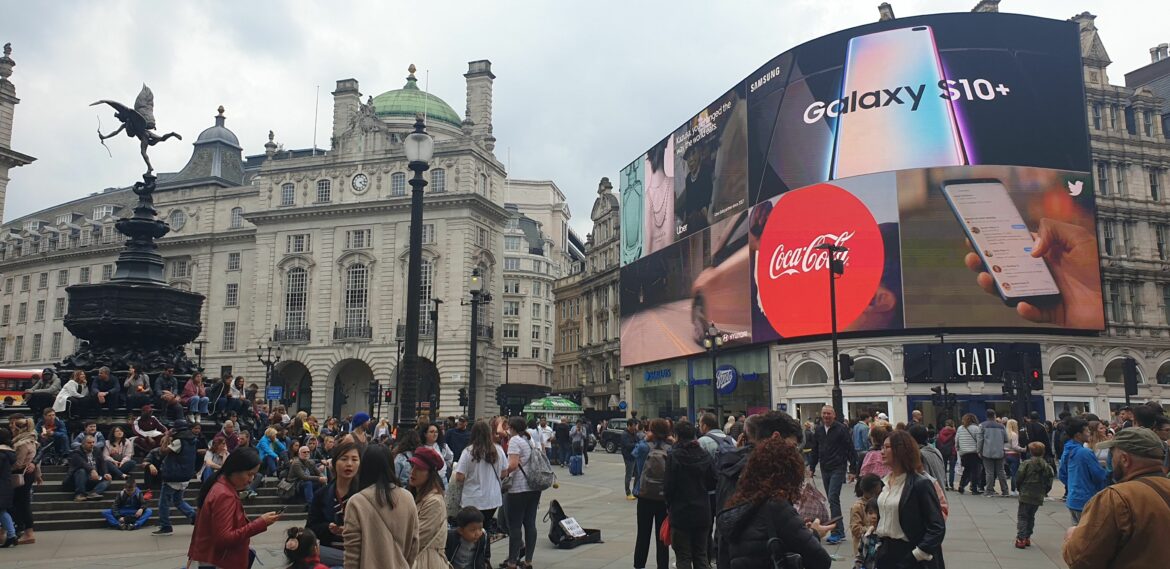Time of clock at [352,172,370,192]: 4:13
